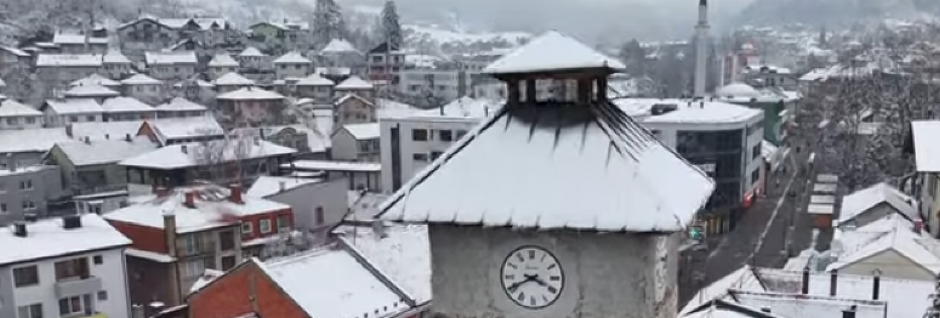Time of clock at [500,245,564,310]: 3:40
